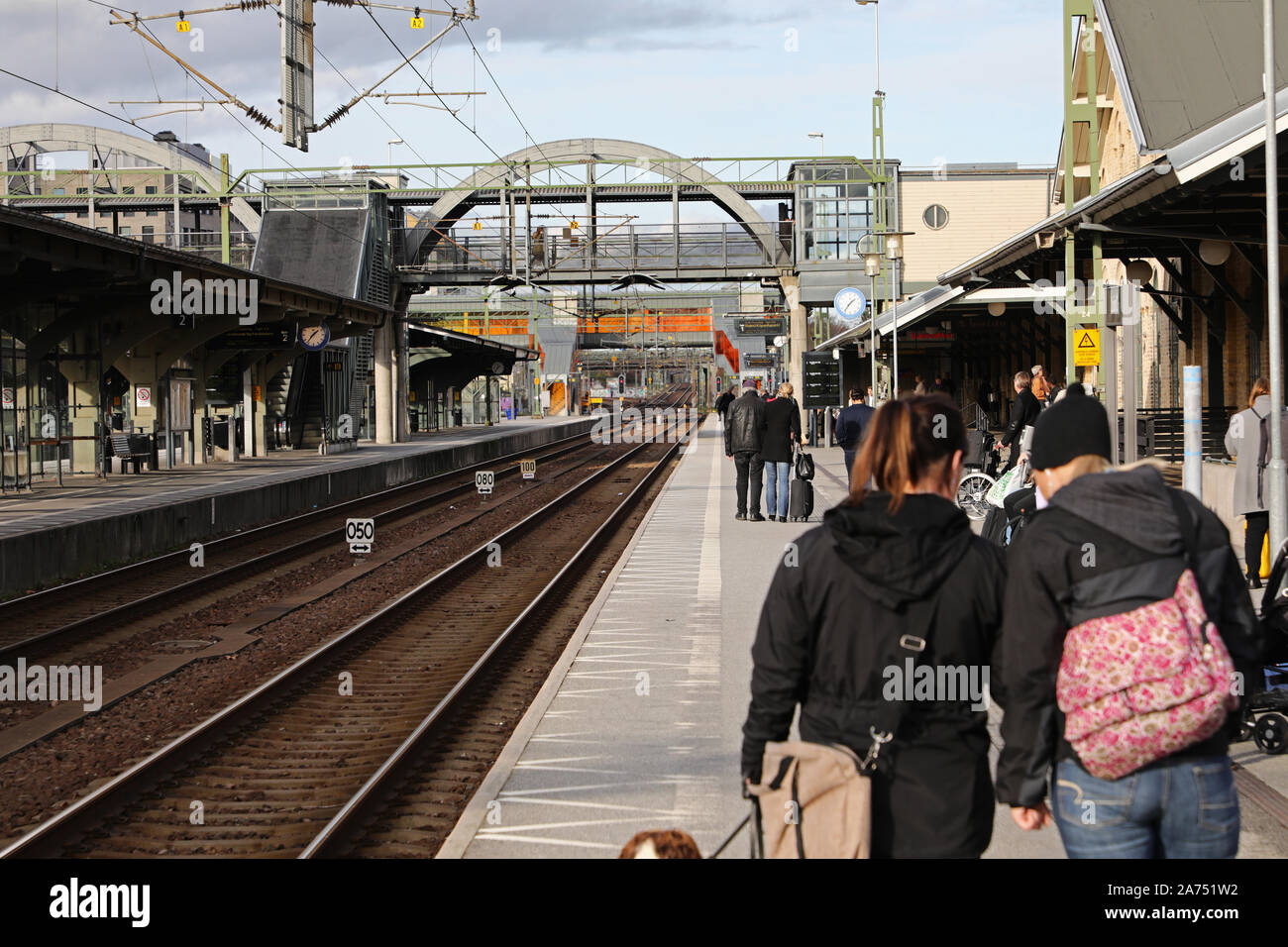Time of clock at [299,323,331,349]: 1:36
